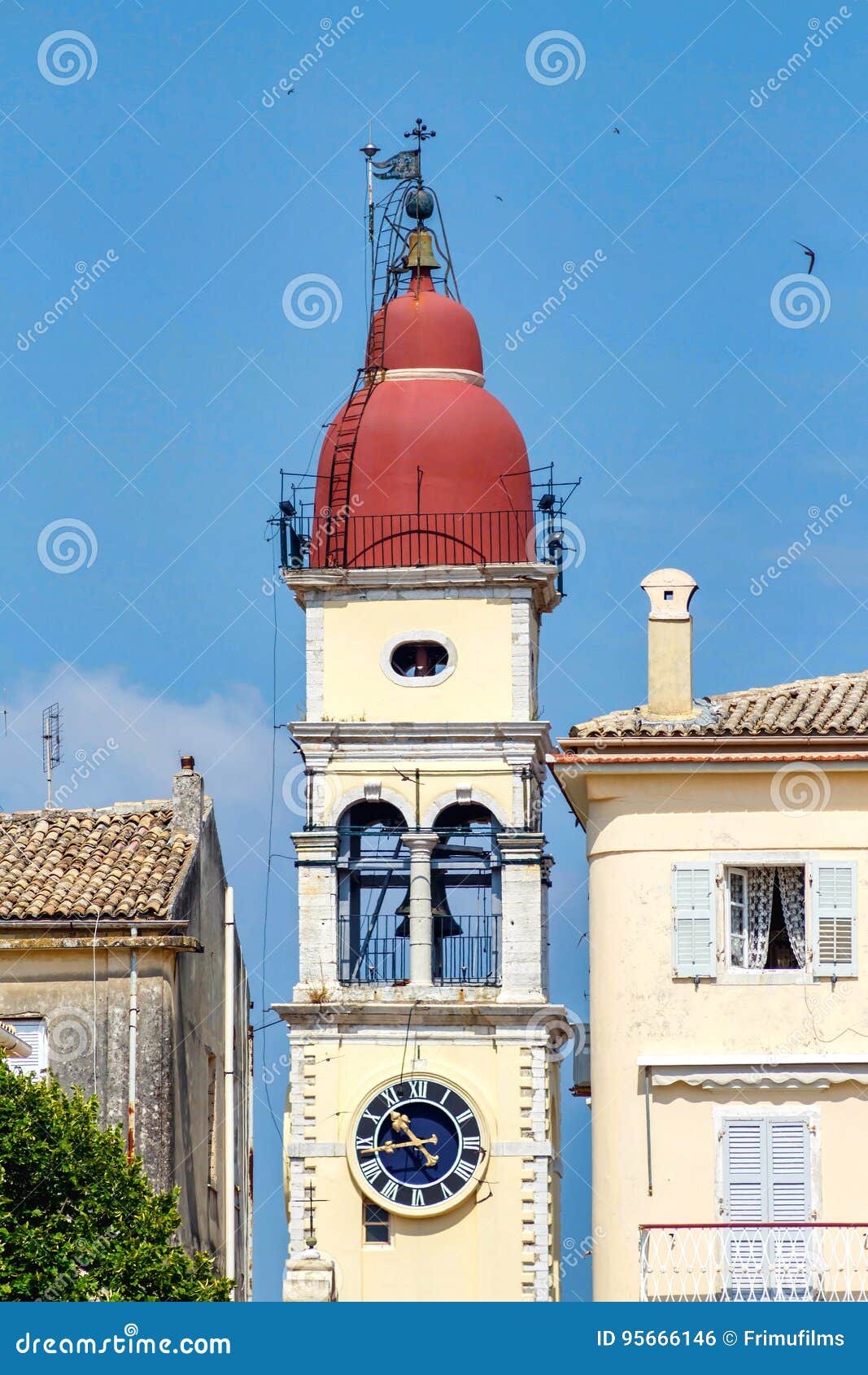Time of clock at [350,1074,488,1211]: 10:43
